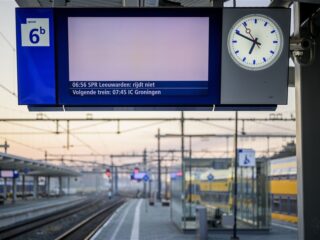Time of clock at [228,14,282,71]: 6:49
